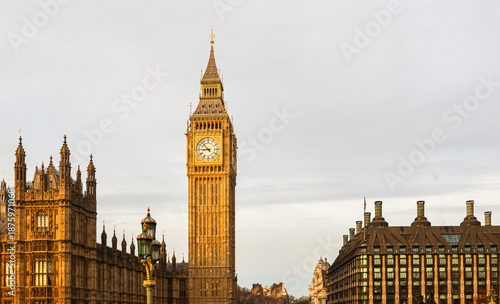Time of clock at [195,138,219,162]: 8:52
